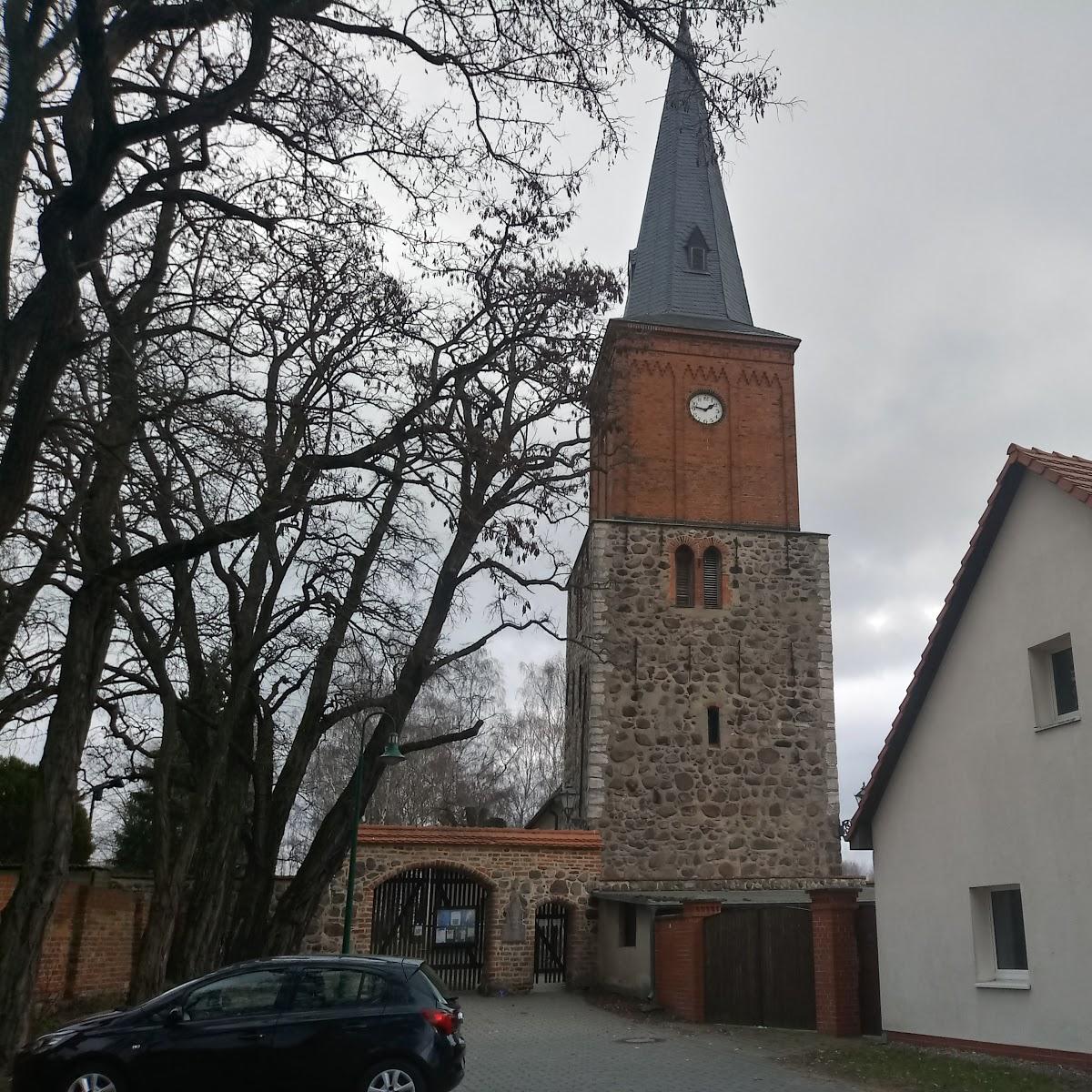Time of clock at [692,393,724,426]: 1:46
